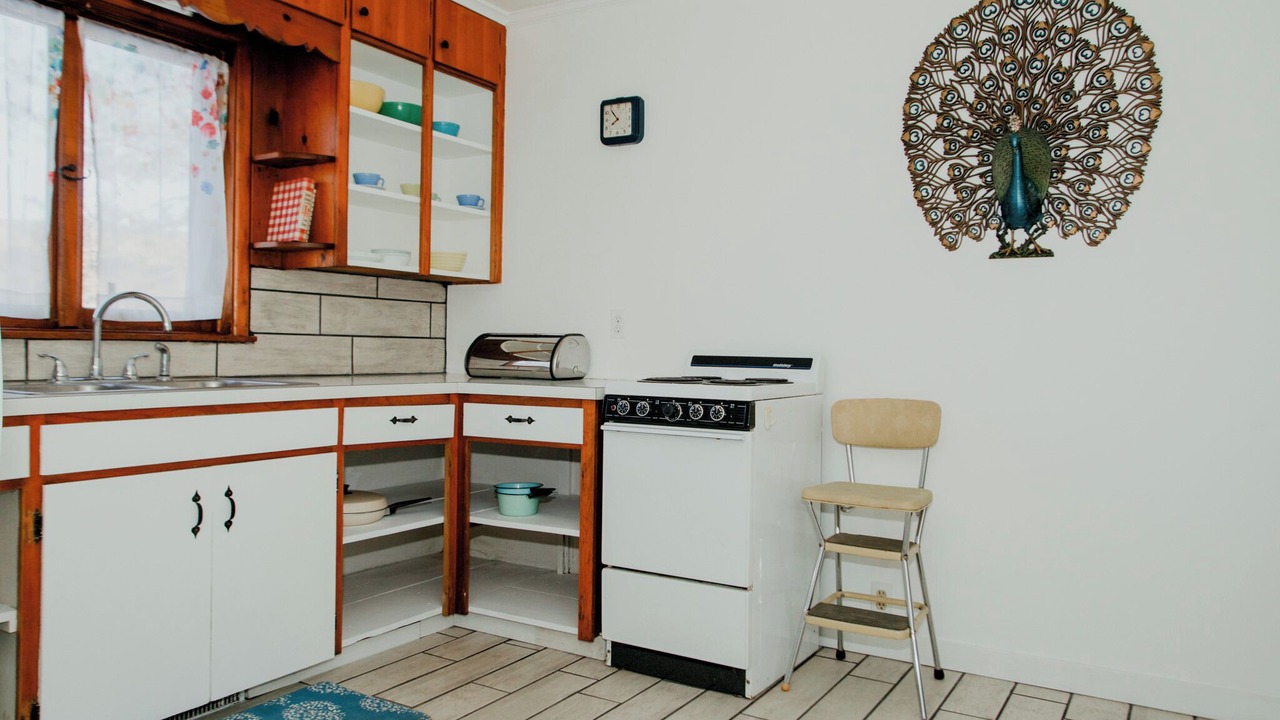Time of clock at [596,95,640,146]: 7:53
